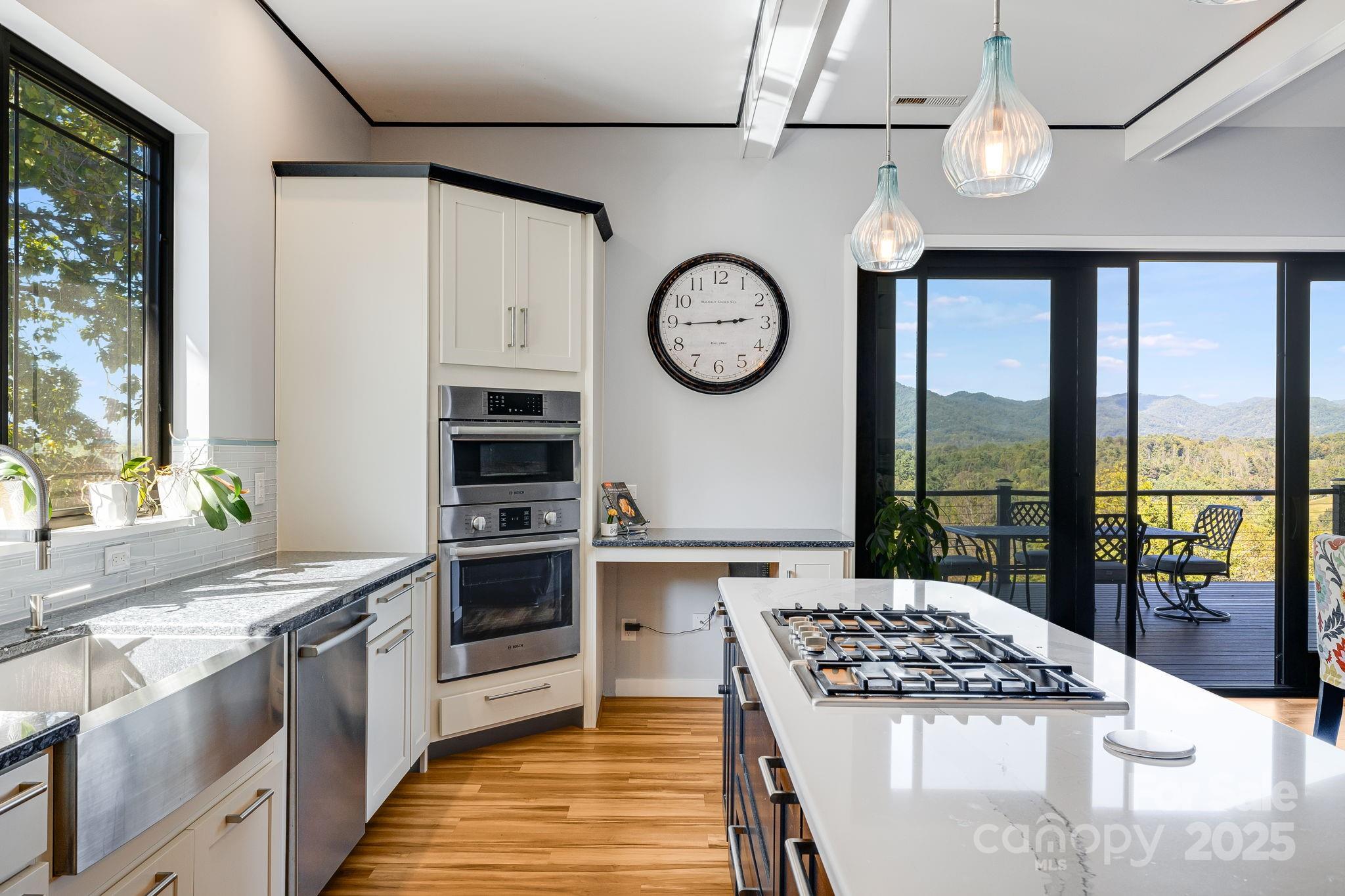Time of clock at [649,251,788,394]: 2:44
